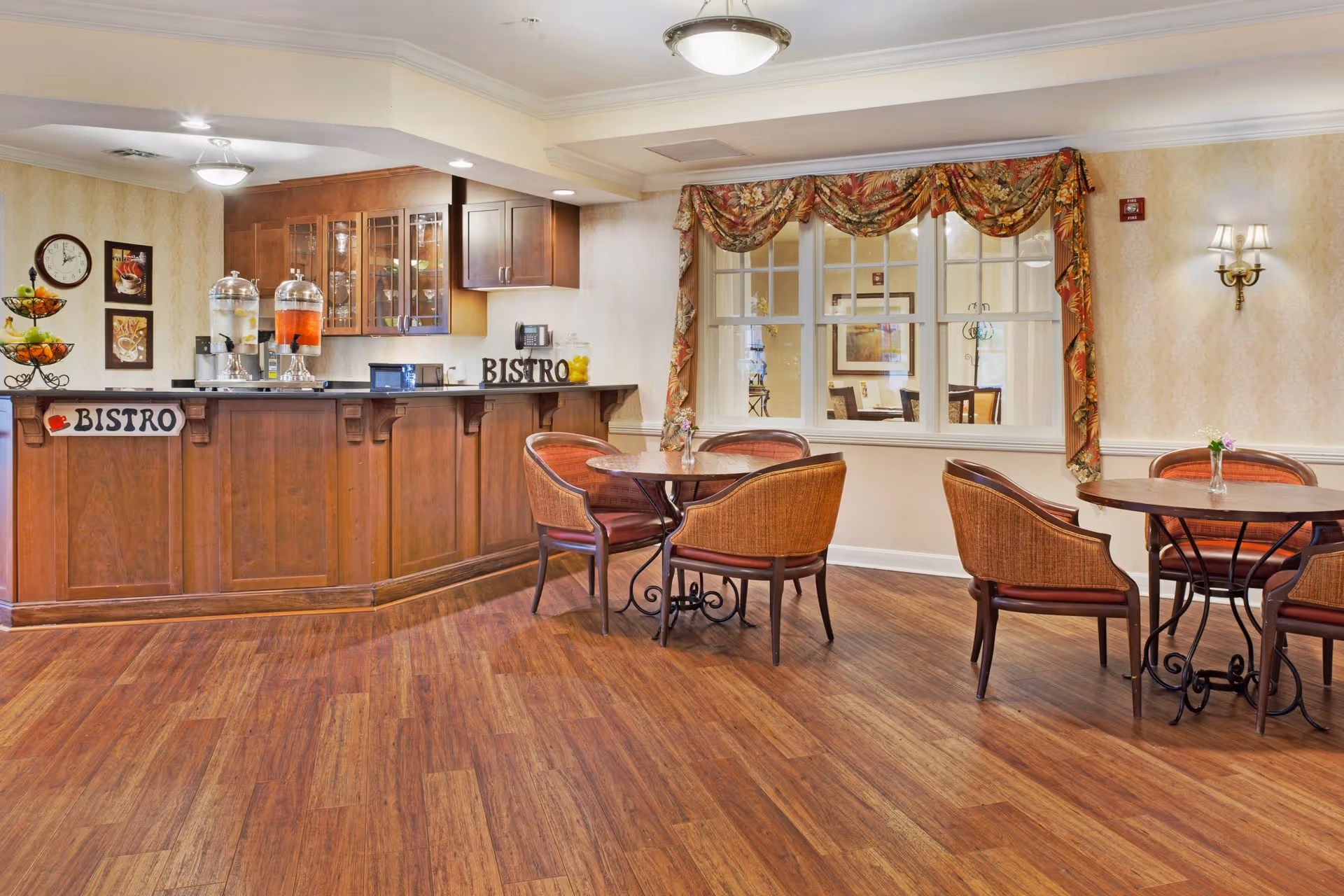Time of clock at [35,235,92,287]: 1:59
